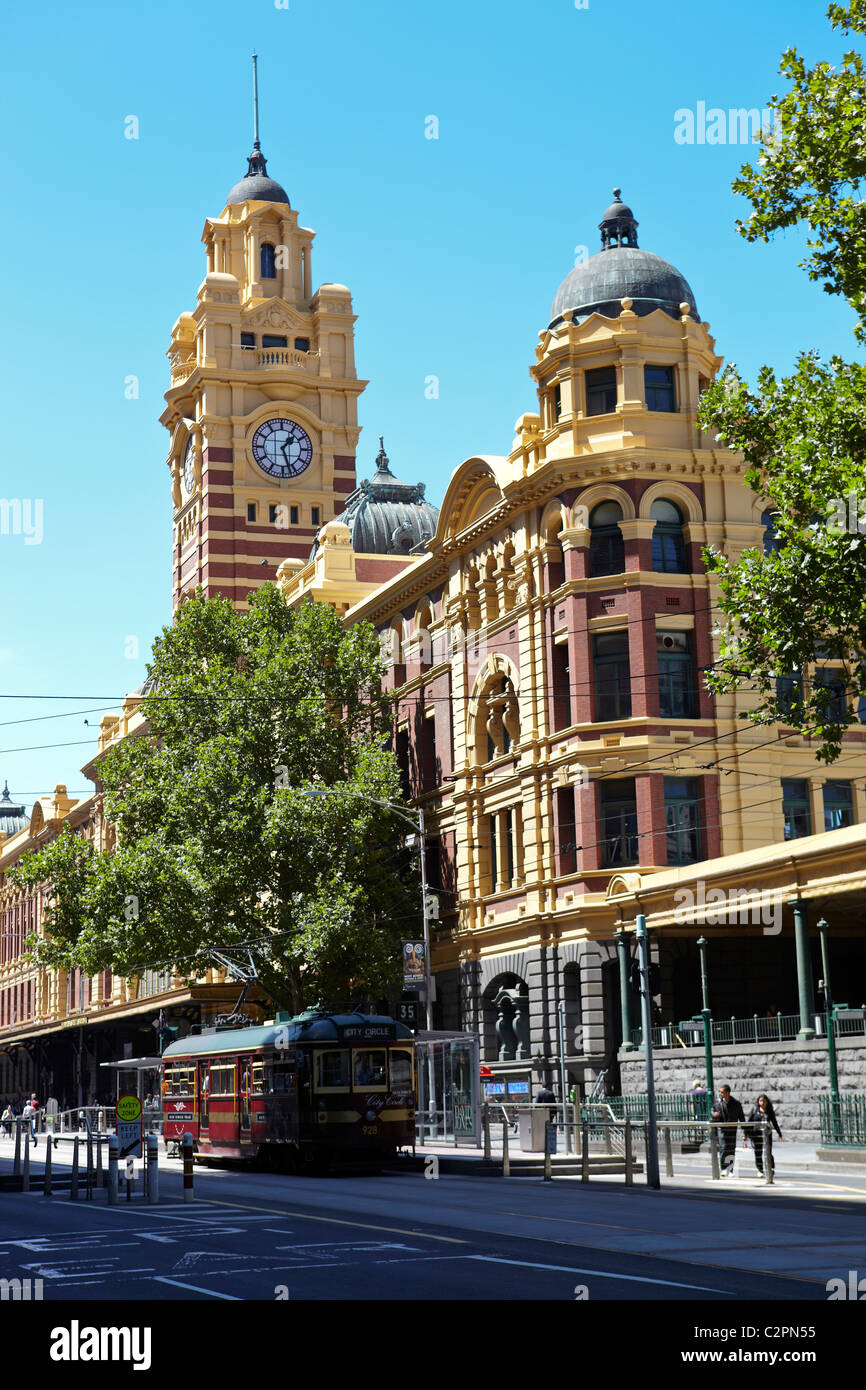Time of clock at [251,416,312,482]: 1:26
